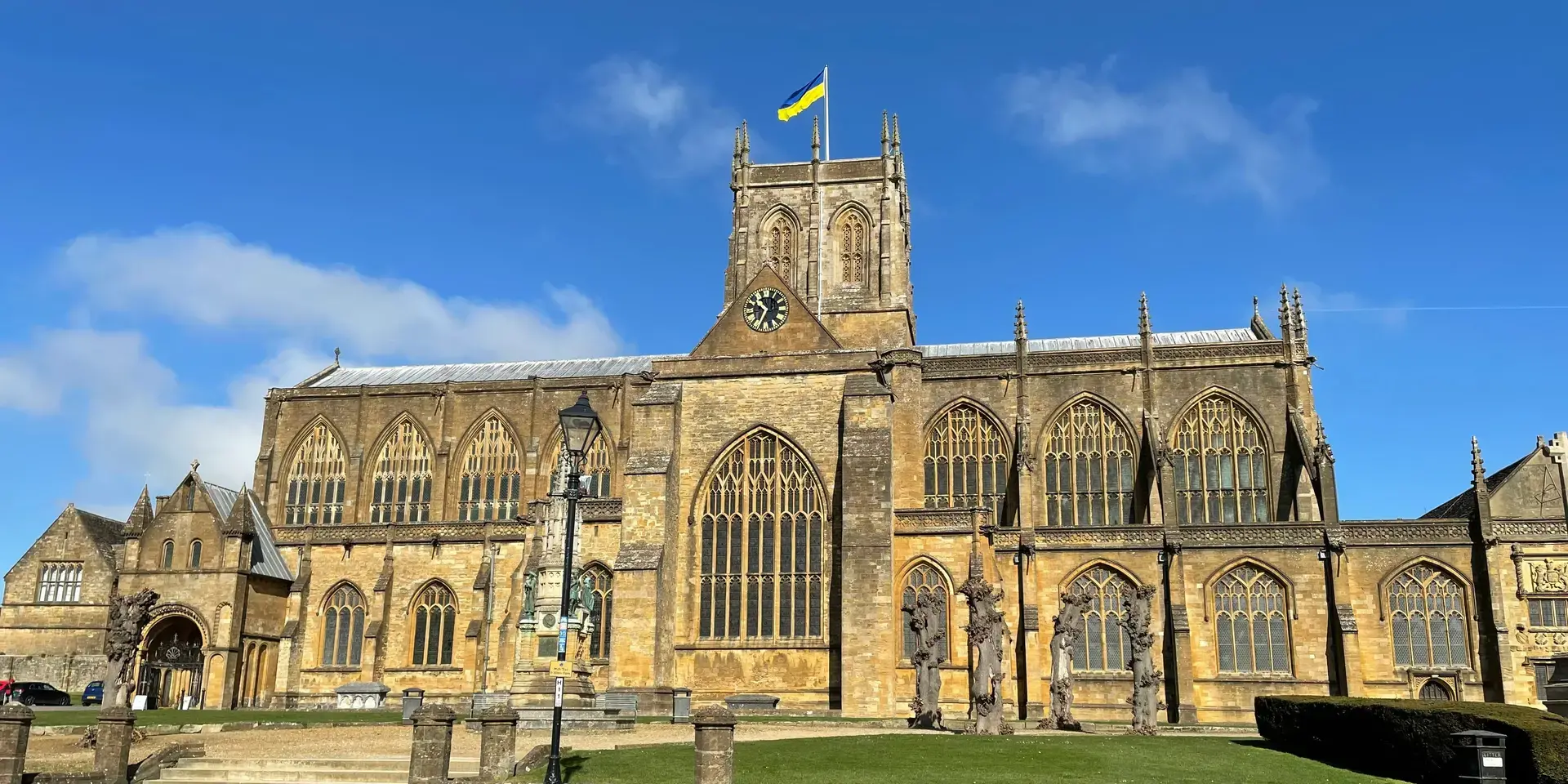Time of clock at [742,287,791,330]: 10:34
